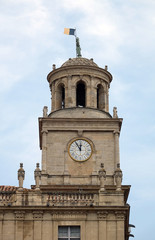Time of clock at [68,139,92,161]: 11:54
